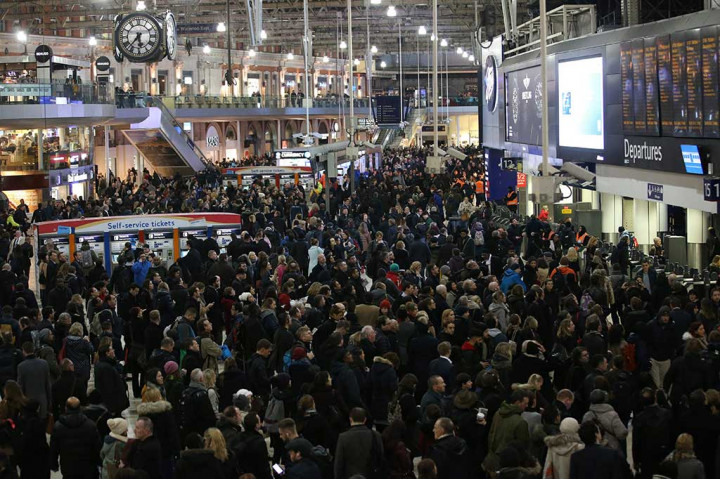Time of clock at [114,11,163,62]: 5:36
